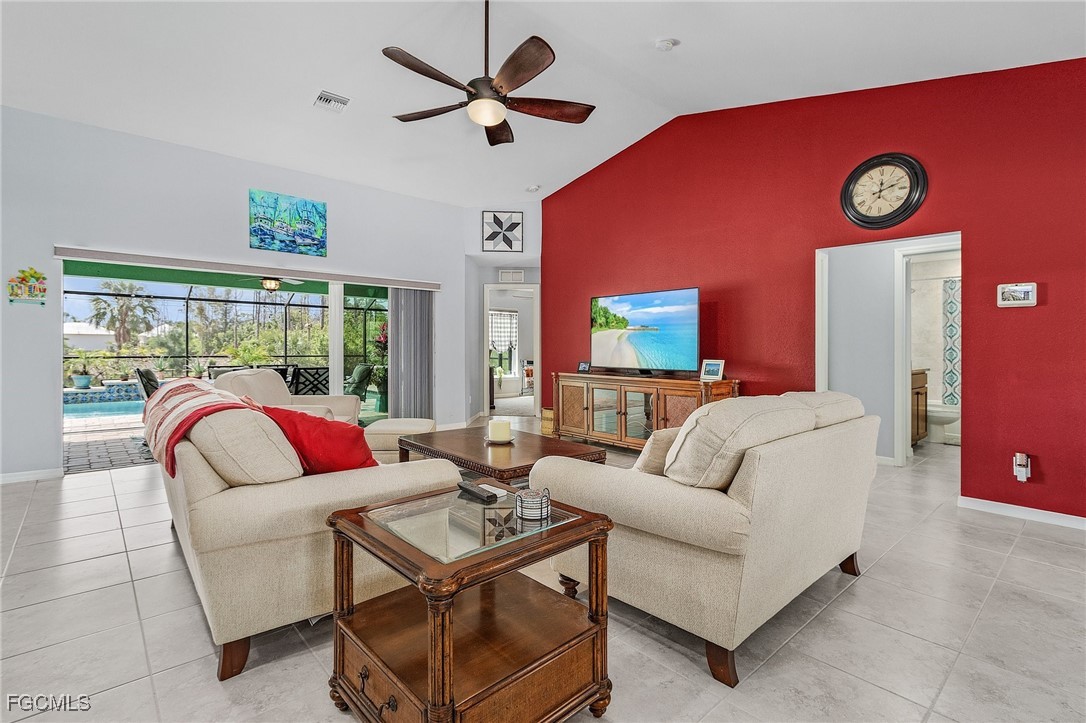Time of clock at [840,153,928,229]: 12:11
